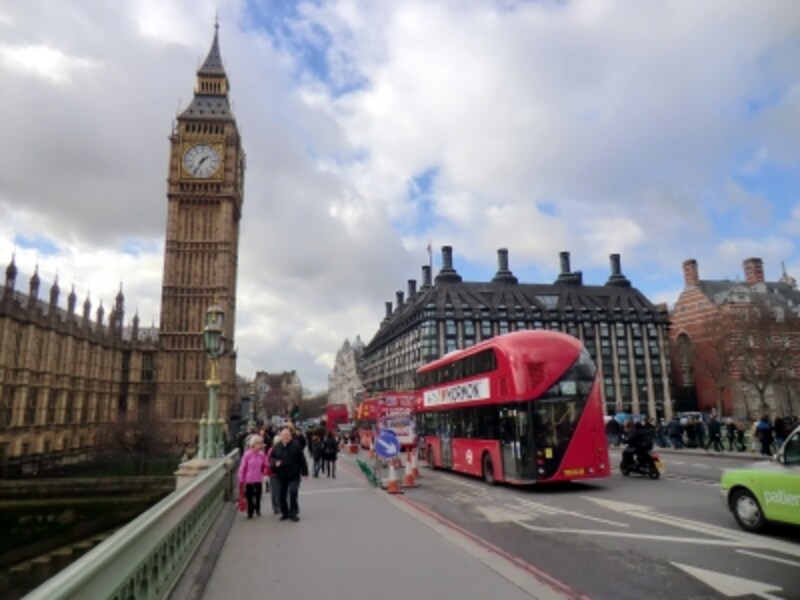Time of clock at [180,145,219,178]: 1:34
